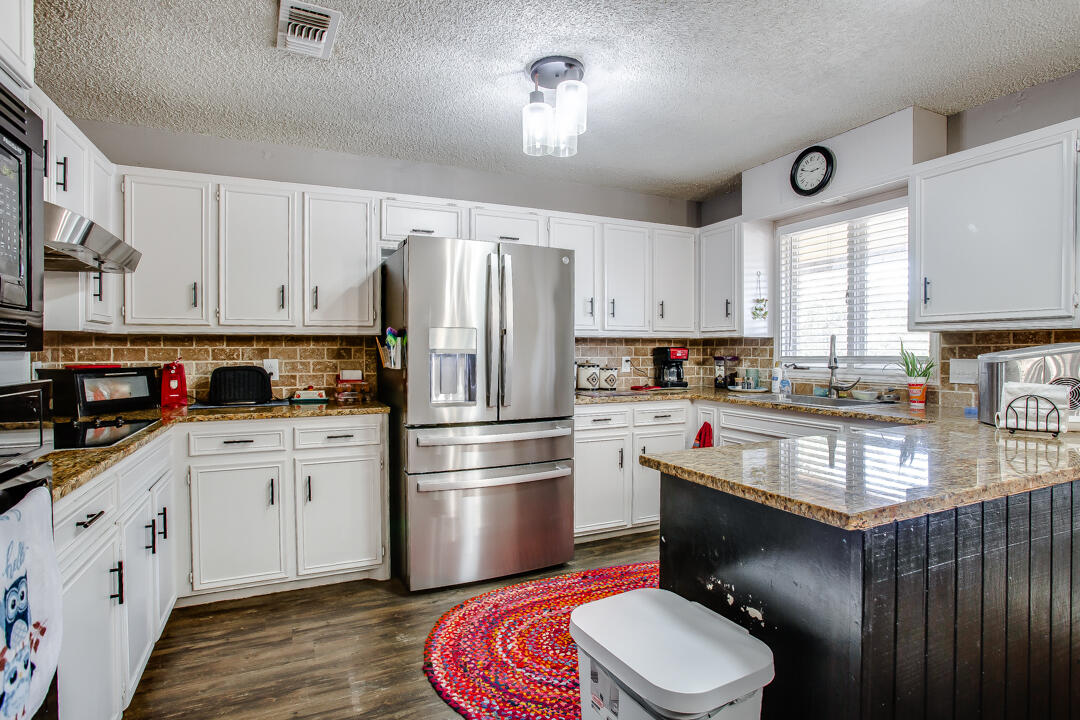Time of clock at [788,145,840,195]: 2:48
